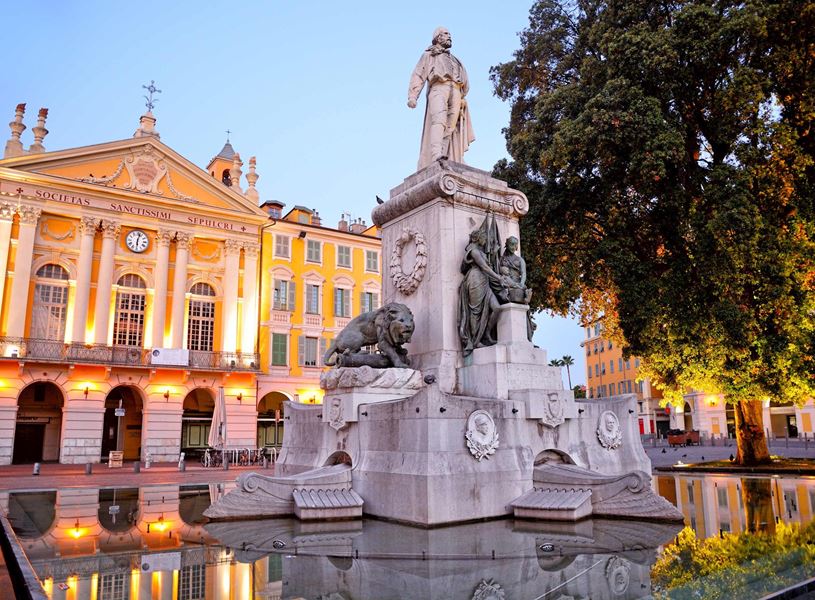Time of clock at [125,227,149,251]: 6:02
